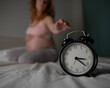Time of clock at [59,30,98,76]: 3:22
